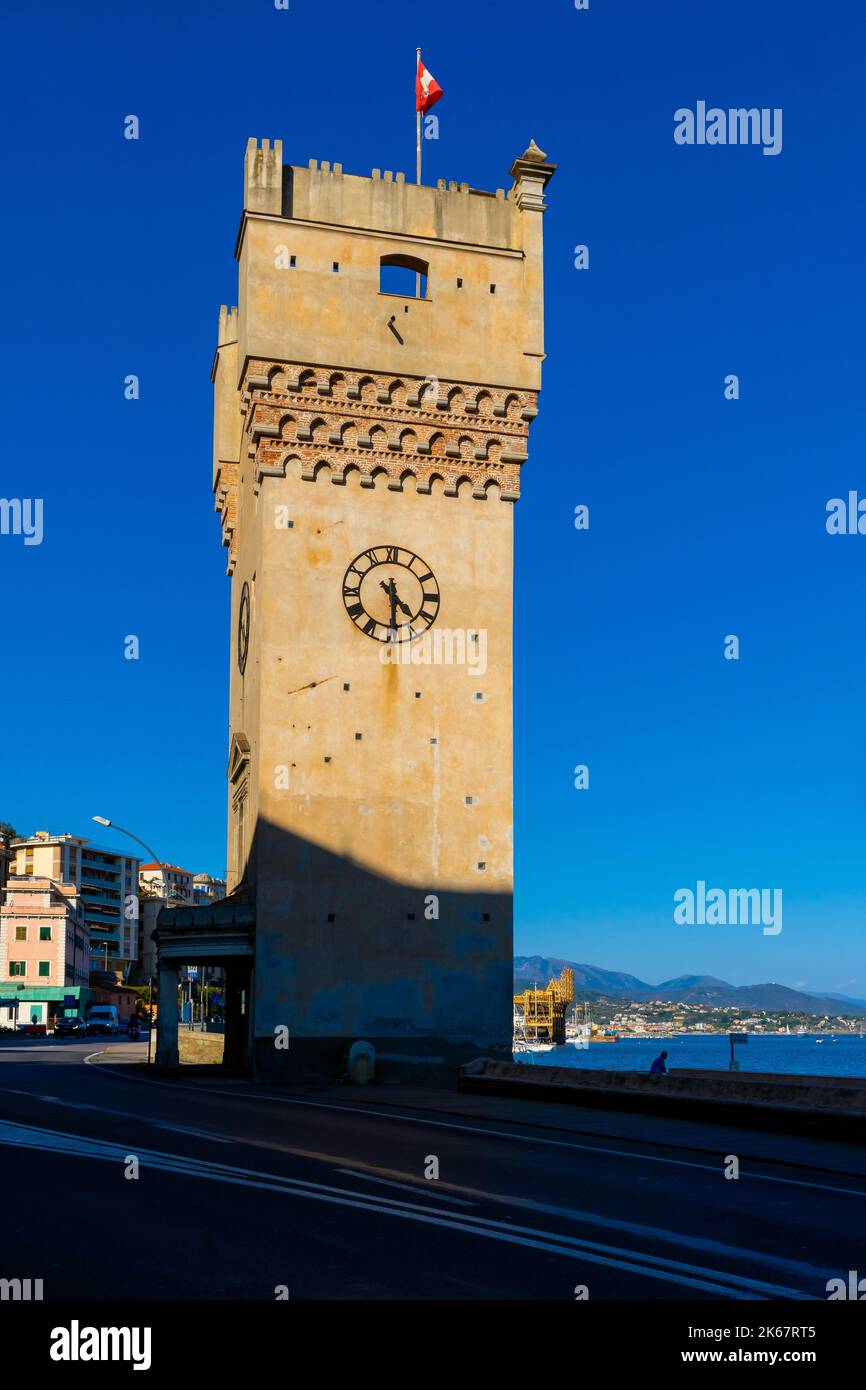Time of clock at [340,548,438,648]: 4:29
